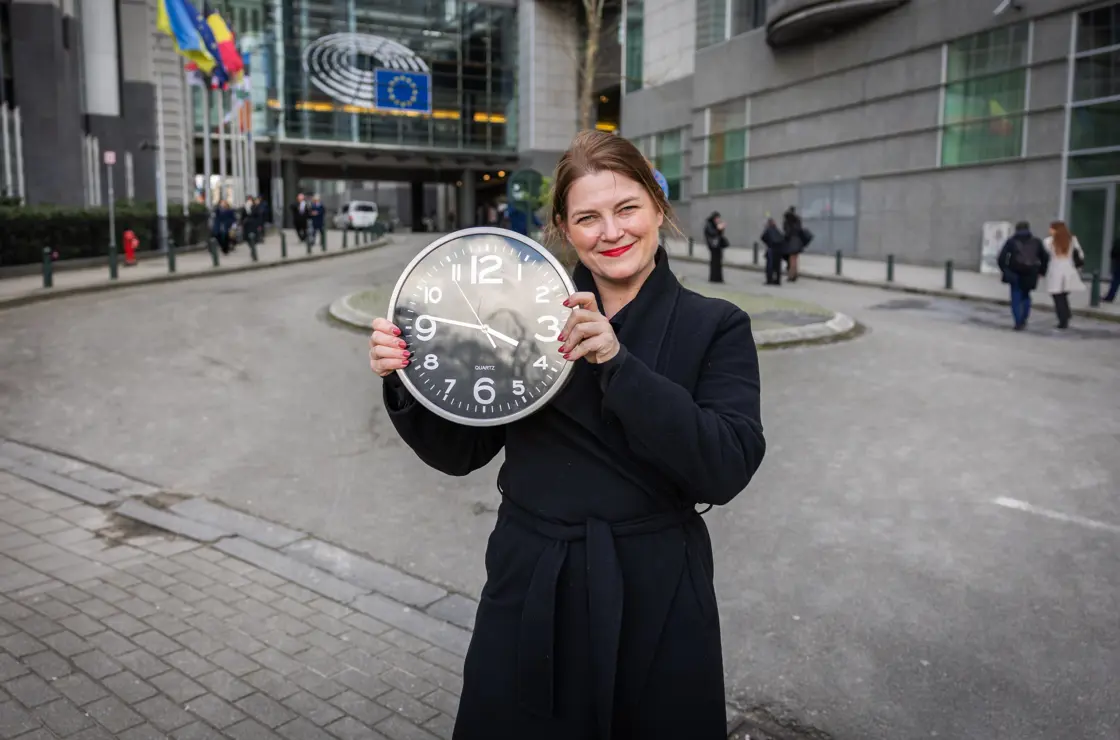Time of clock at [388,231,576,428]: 3:46
